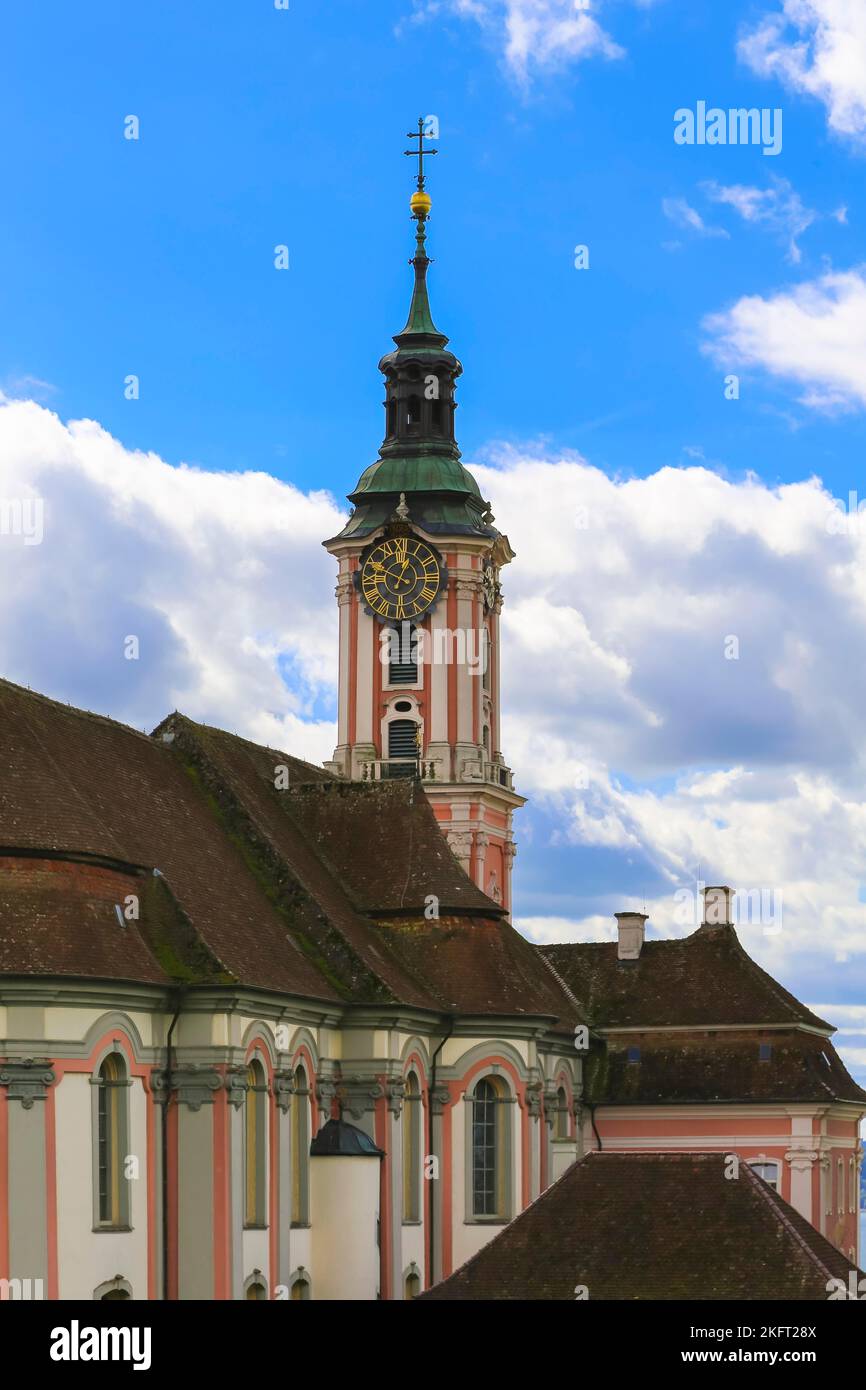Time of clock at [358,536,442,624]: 12:49
